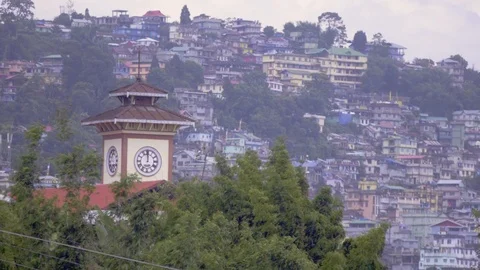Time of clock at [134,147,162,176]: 11:59
